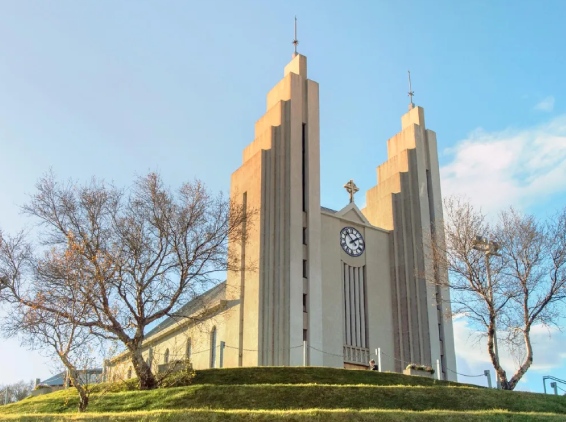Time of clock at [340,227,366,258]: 1:53
